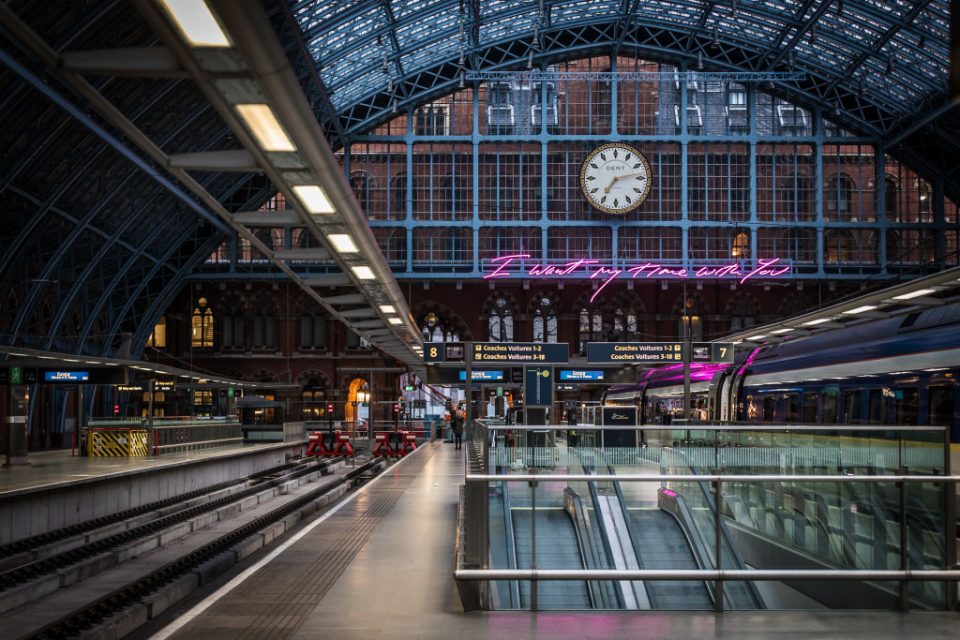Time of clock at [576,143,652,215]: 7:12
